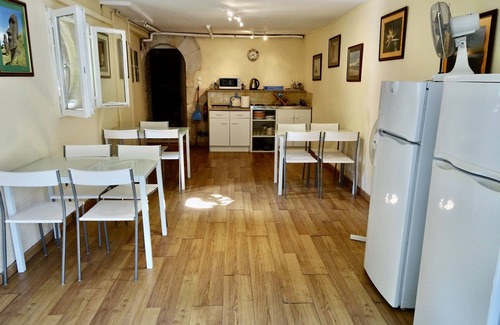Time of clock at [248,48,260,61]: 8:23
